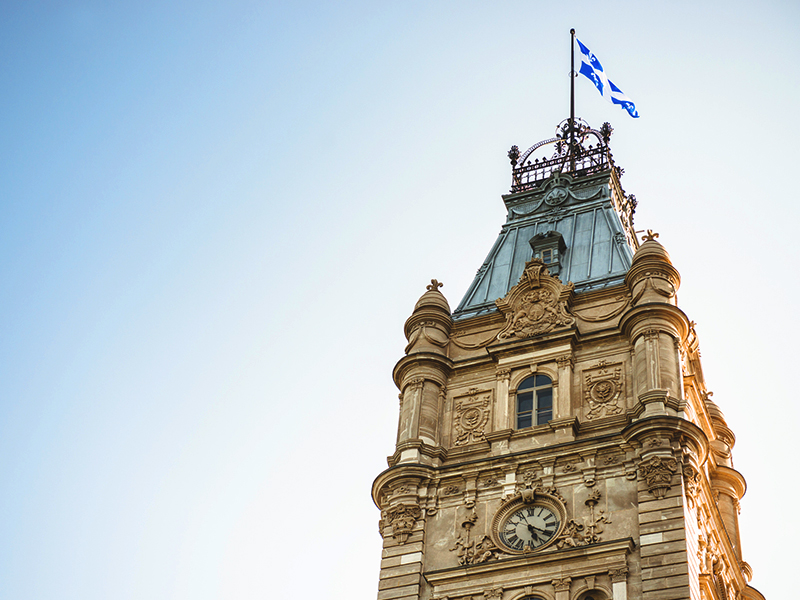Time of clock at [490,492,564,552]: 5:20
